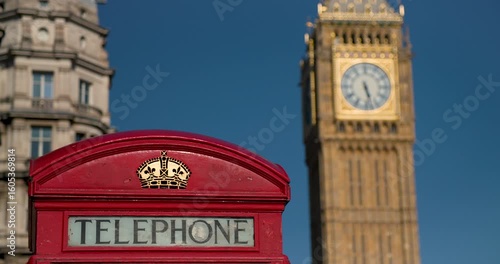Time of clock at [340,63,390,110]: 5:27
